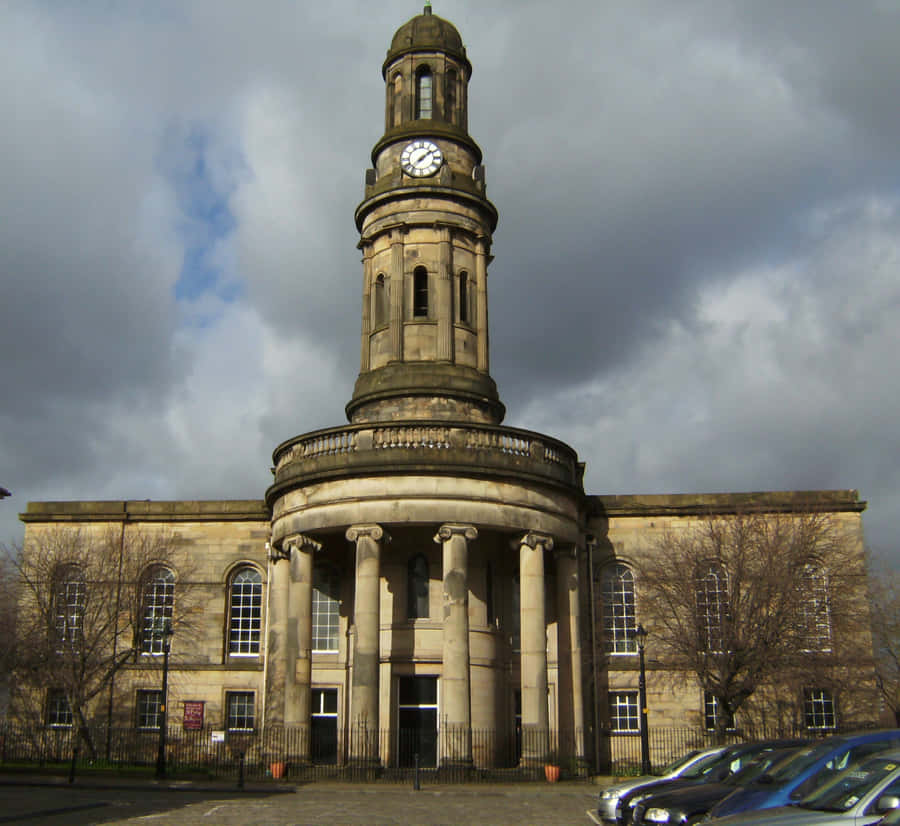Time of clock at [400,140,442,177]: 1:37
